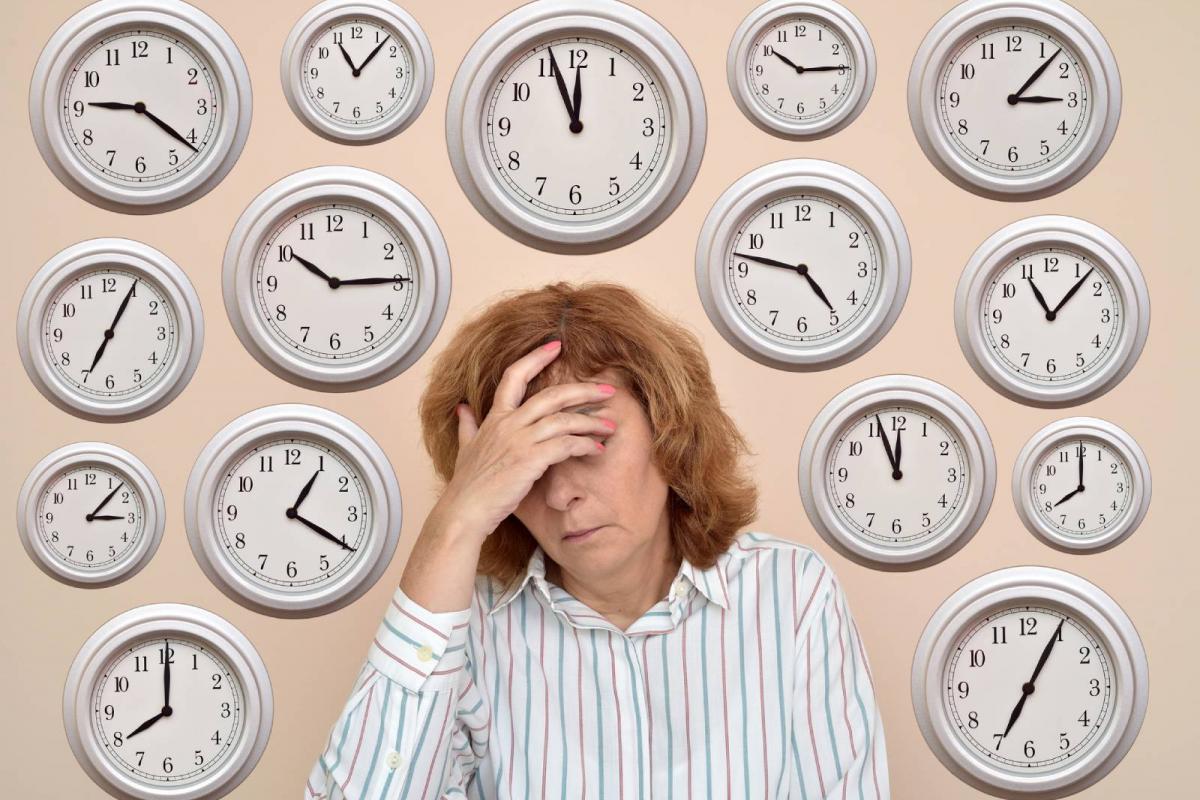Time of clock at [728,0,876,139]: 10:14
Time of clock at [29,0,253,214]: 9:21
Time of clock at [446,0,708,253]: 11:56
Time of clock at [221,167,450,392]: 10:14
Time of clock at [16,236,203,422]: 7:04
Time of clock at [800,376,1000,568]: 11:56
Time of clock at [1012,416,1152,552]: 8:00
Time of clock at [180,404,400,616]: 1:20
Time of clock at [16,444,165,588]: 3:07
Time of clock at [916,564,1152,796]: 7:04
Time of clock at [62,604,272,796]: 8:00
